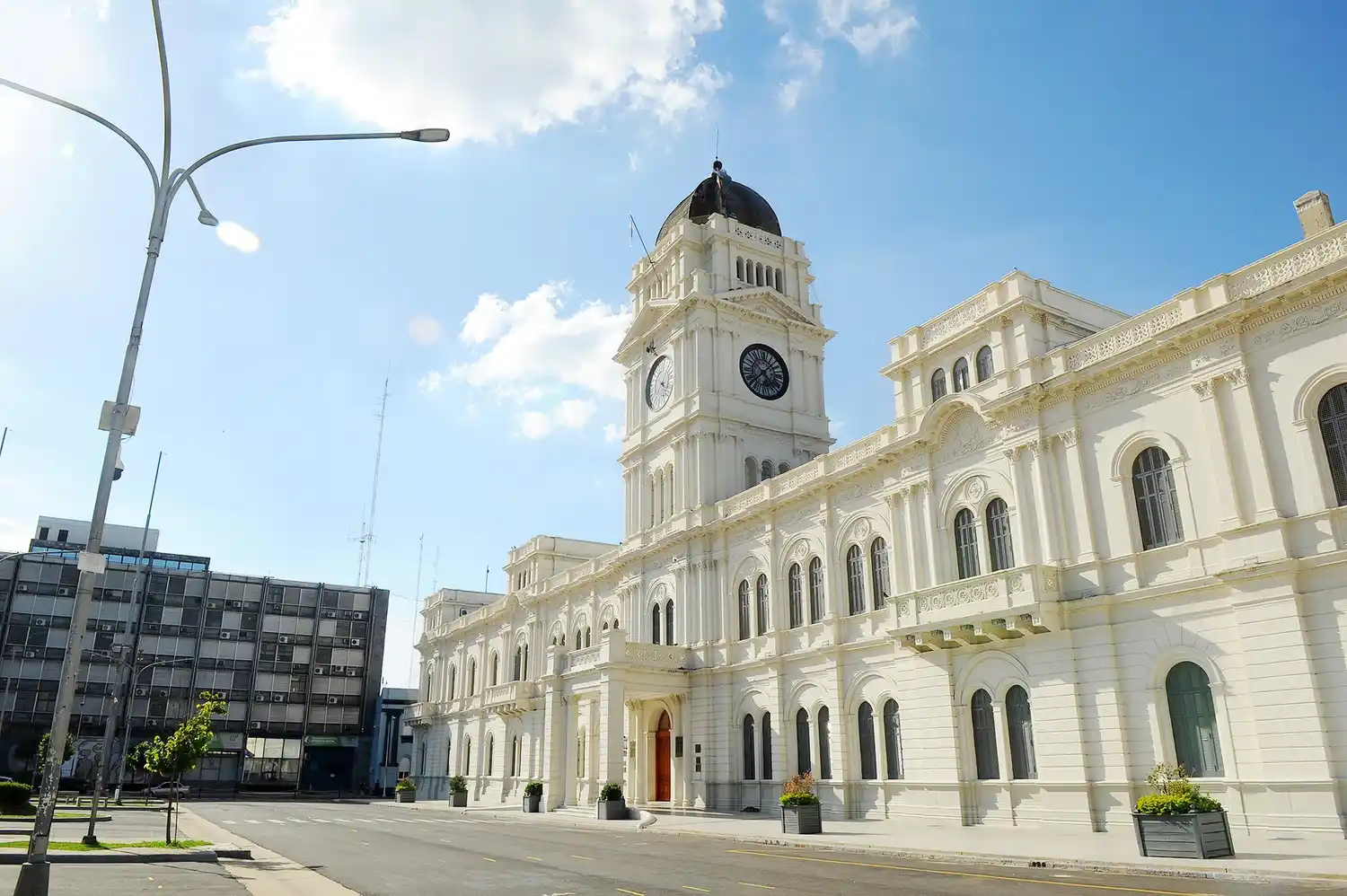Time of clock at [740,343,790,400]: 1:37
